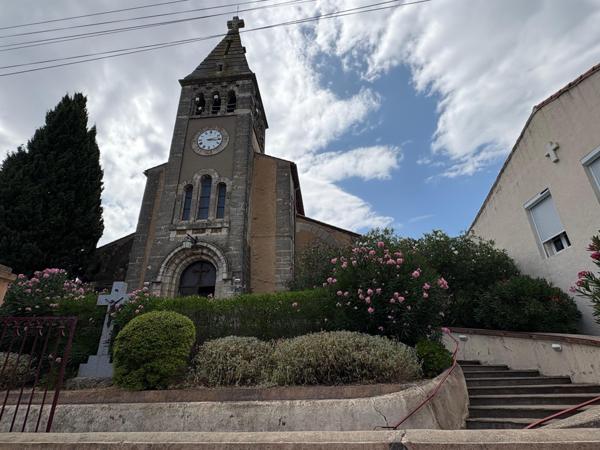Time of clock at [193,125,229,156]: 3:12
